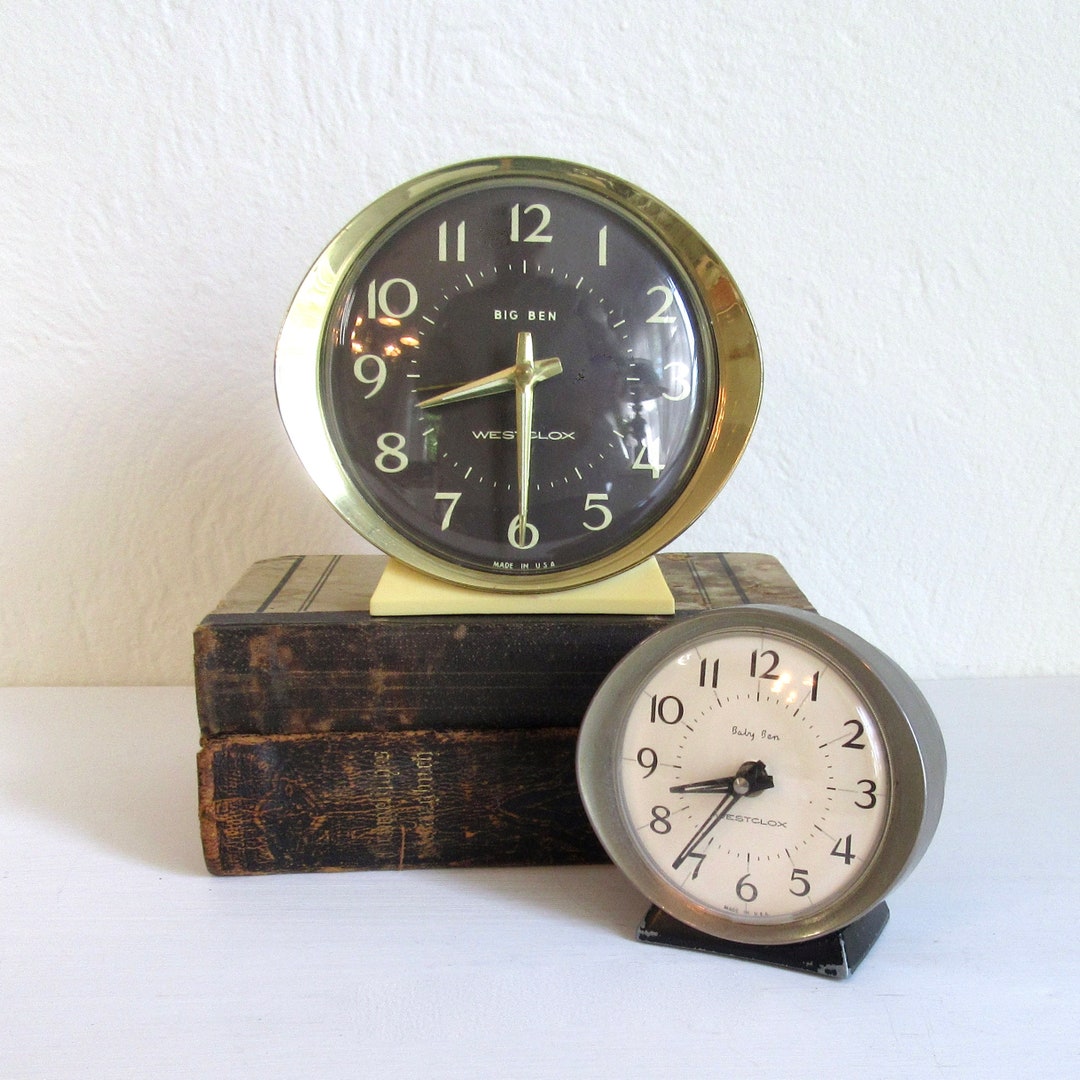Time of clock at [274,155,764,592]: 8:29
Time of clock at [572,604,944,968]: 8:36
